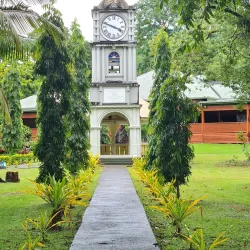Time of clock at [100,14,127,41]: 3:48
